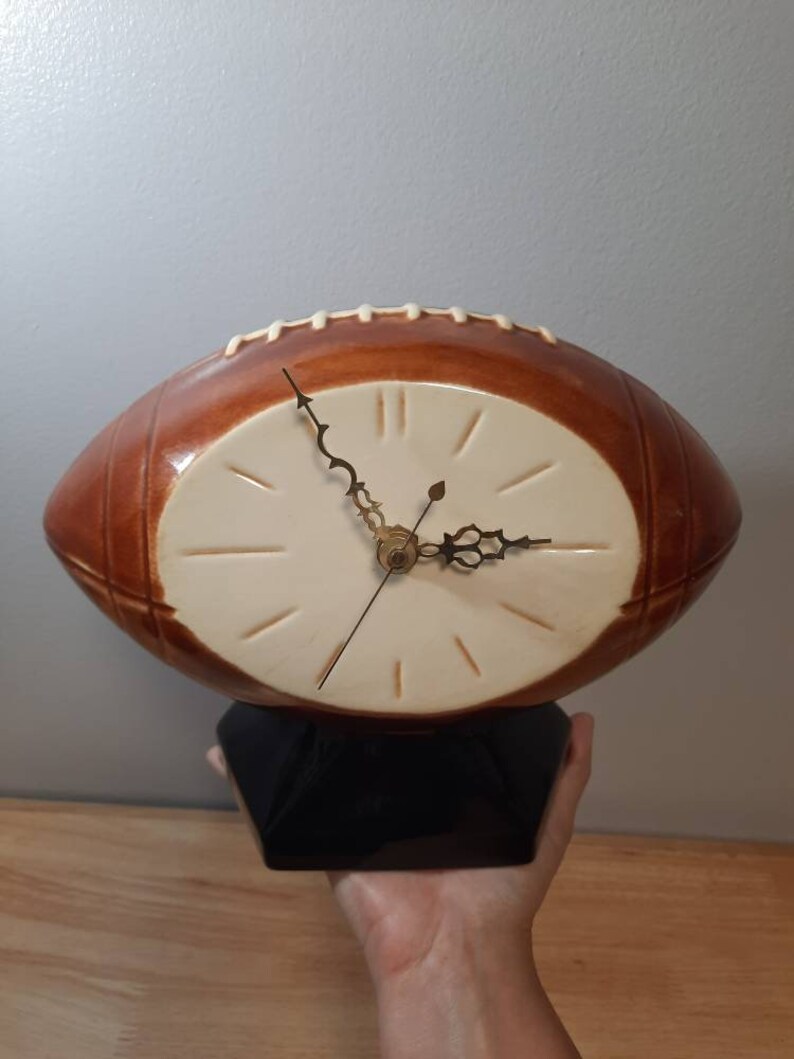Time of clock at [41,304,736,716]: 2:55
